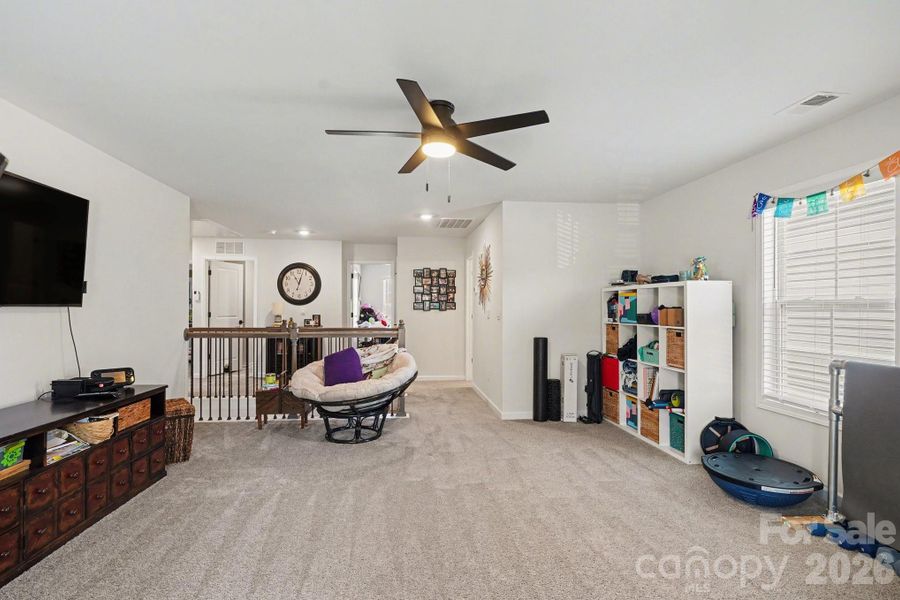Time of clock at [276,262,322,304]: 11:02
